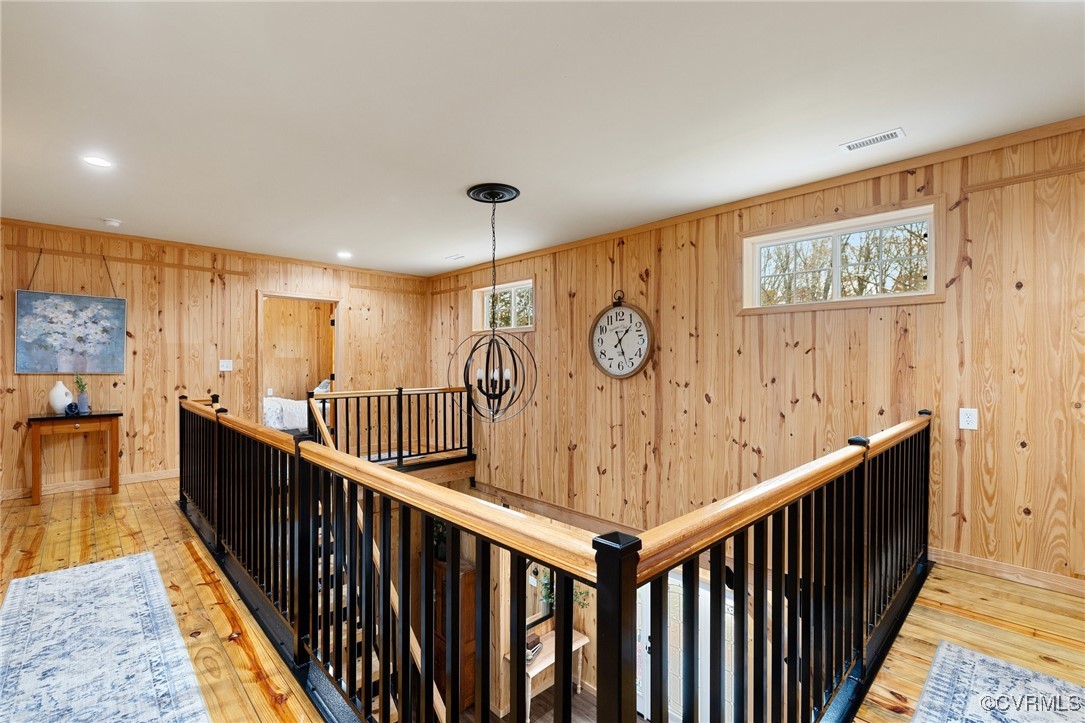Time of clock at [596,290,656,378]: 1:26
